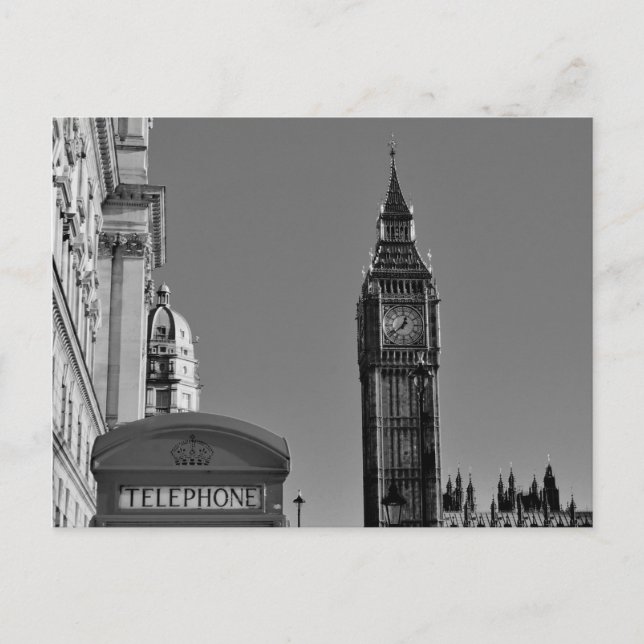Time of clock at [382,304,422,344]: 12:38
